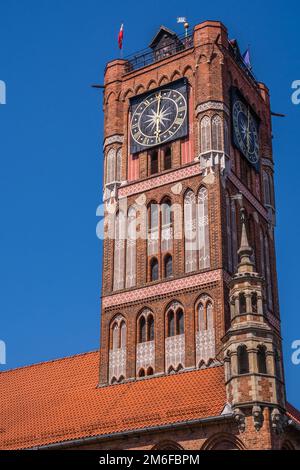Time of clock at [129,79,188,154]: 6:00
